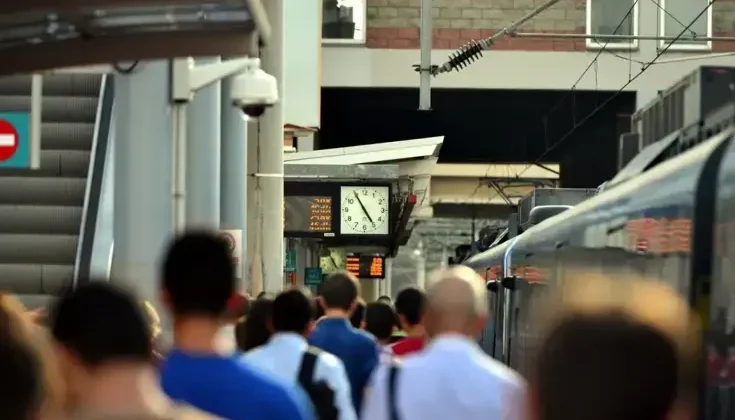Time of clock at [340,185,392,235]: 4:54
